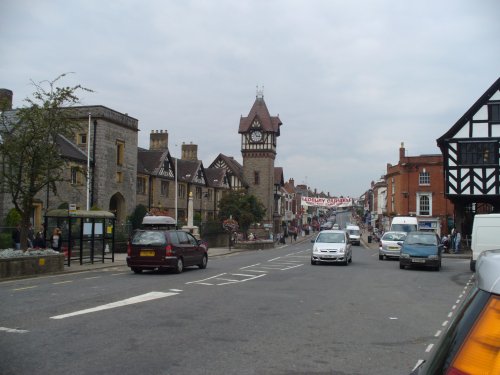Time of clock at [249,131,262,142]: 2:56
